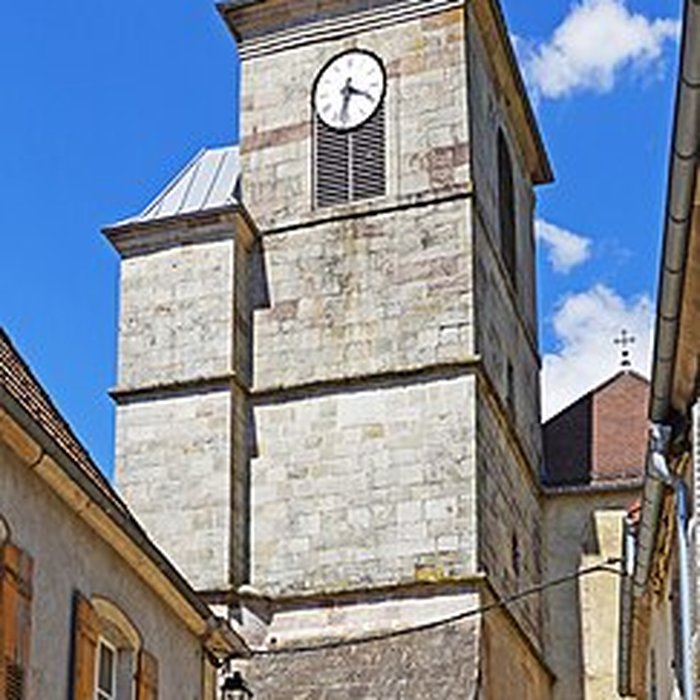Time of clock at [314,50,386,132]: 3:32
